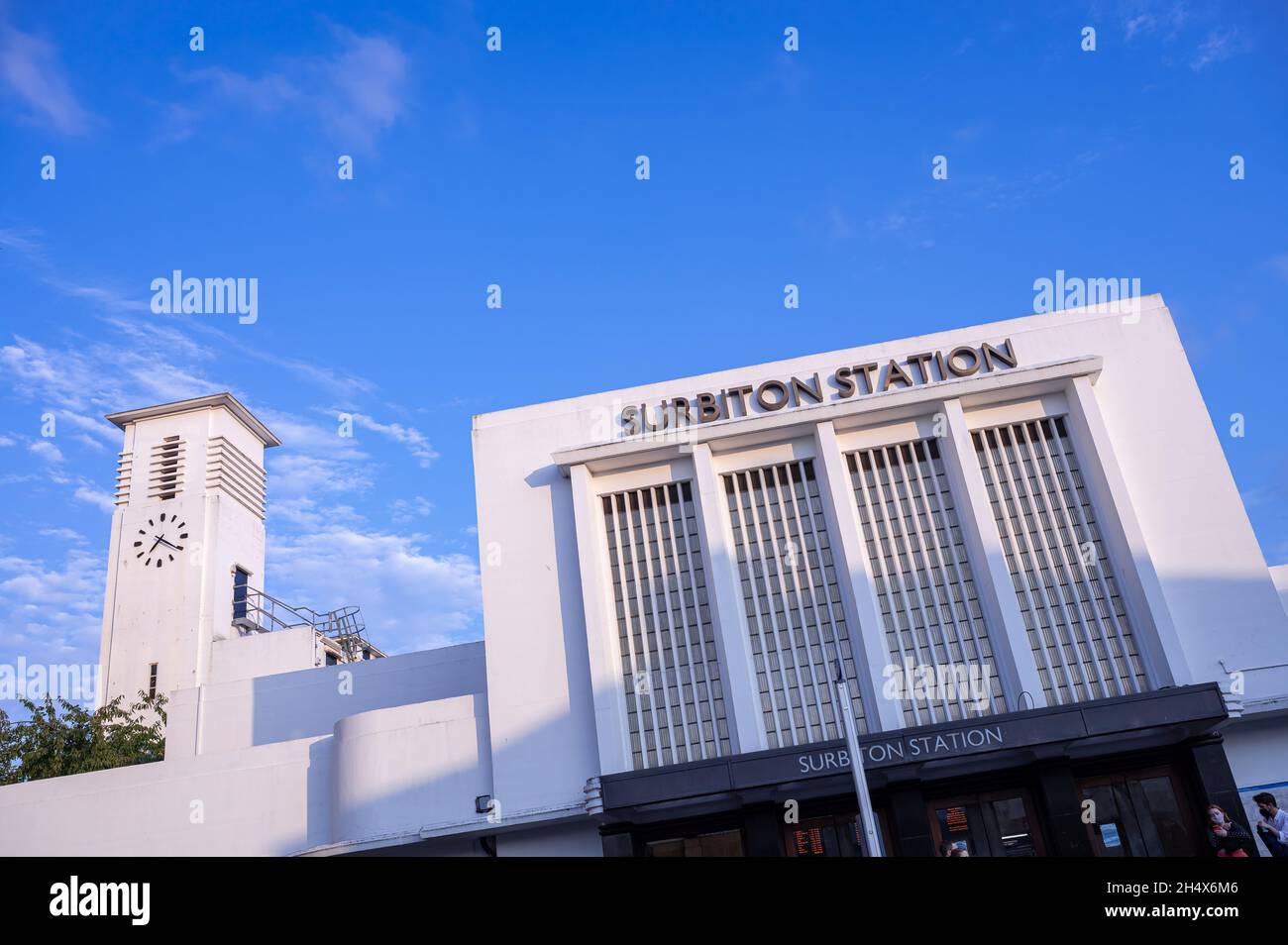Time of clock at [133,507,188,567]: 7:20
